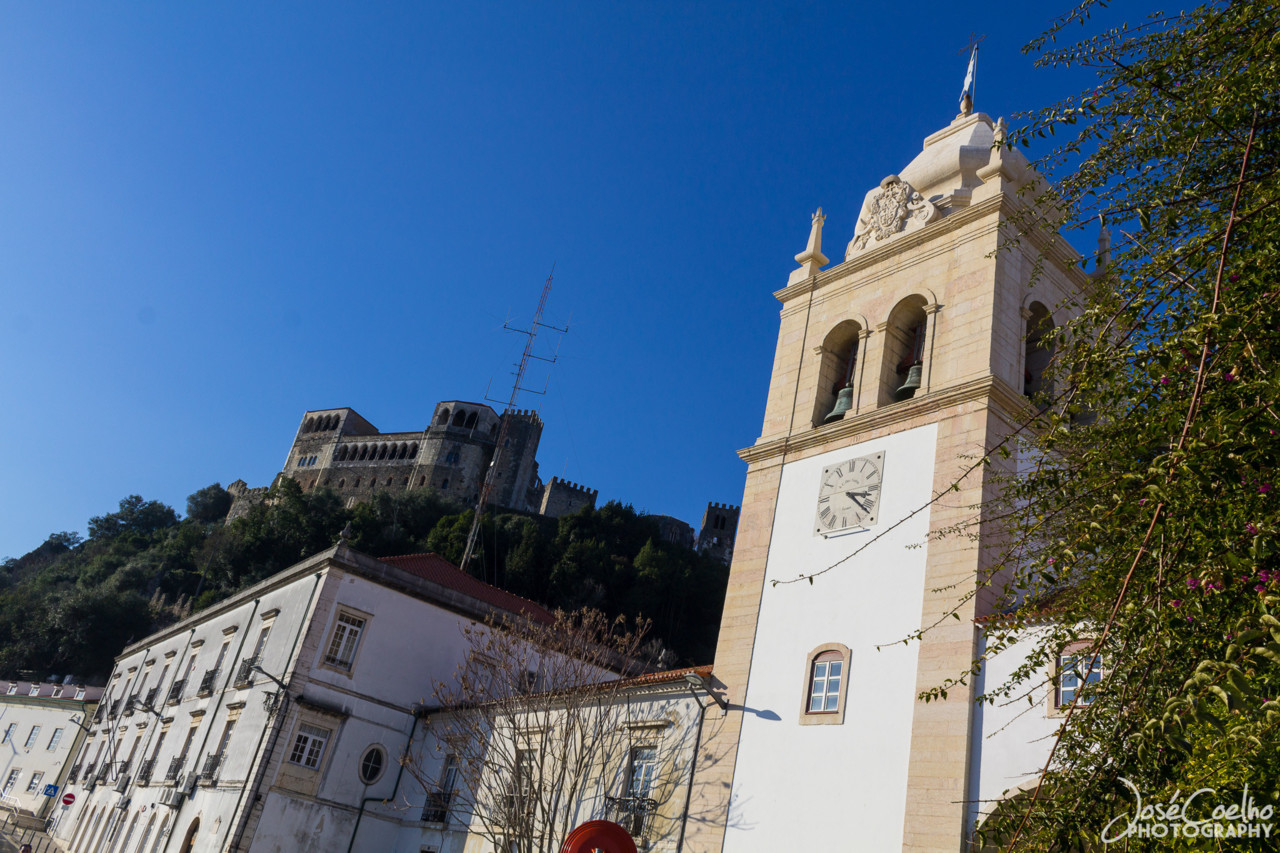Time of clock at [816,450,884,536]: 3:22
